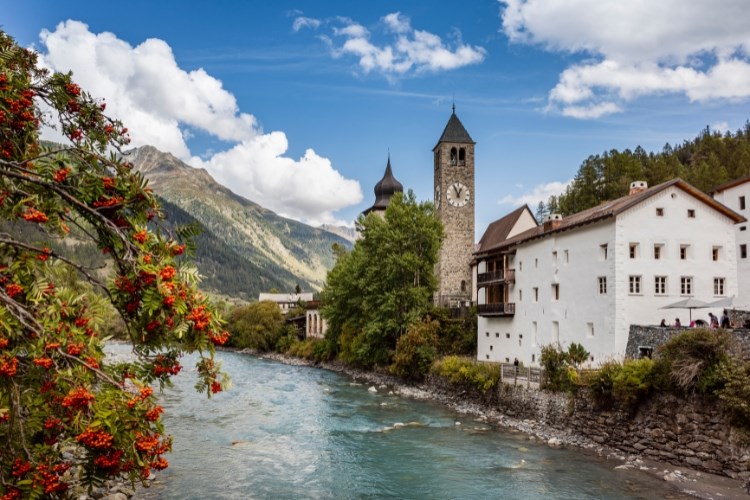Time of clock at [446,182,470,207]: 12:55
